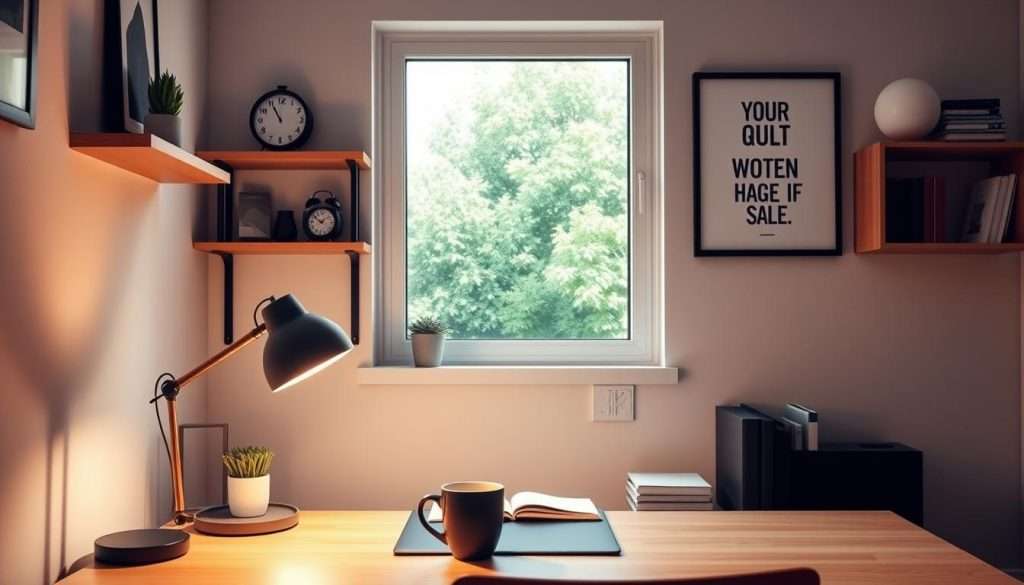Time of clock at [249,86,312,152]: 10:55
